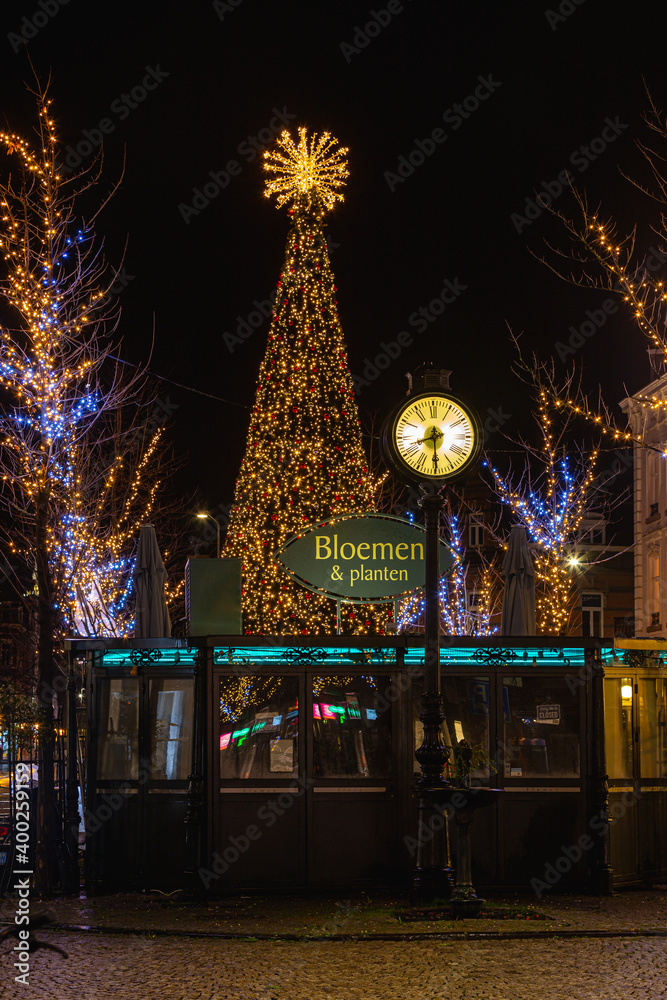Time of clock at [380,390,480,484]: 8:30
